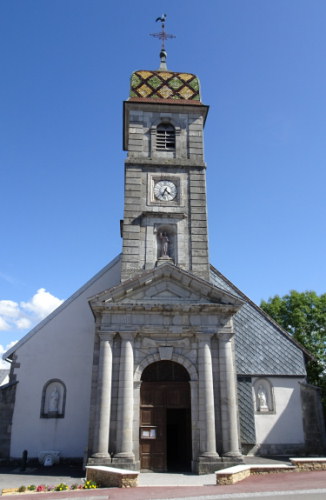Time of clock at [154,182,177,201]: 4:33
